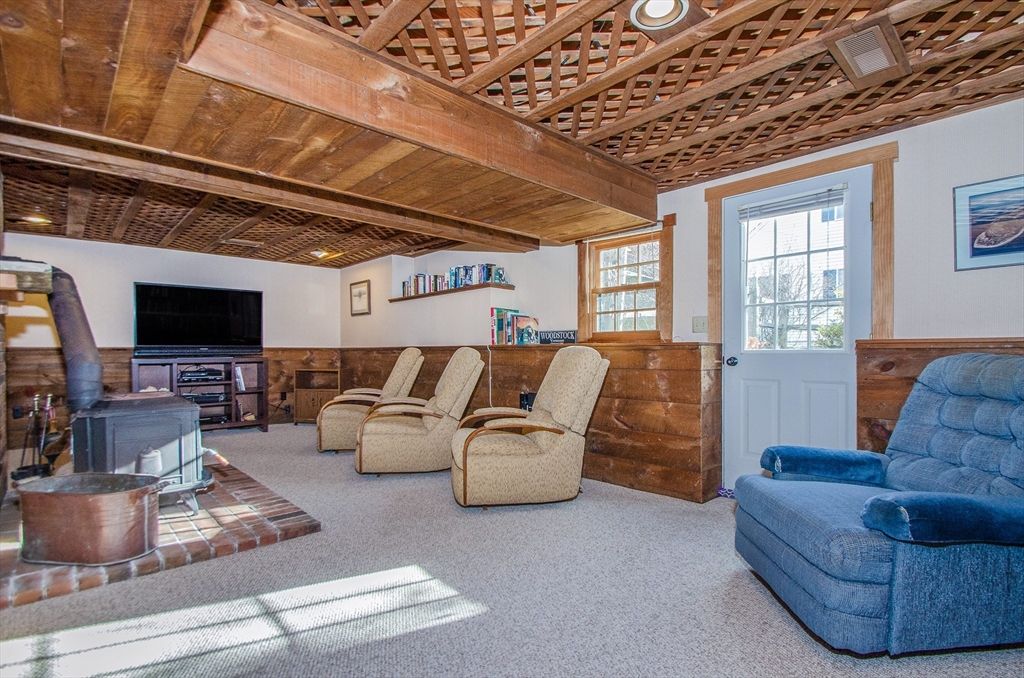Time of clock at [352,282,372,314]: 9:12
